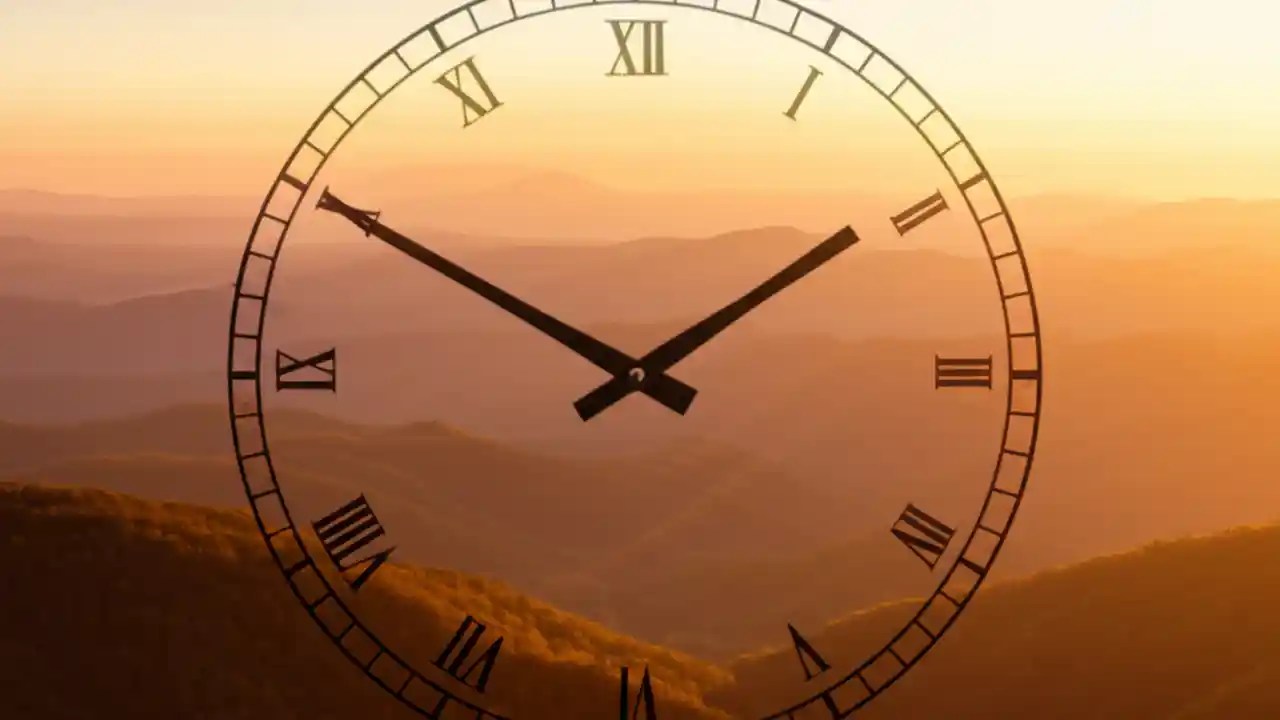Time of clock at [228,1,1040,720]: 1:50
